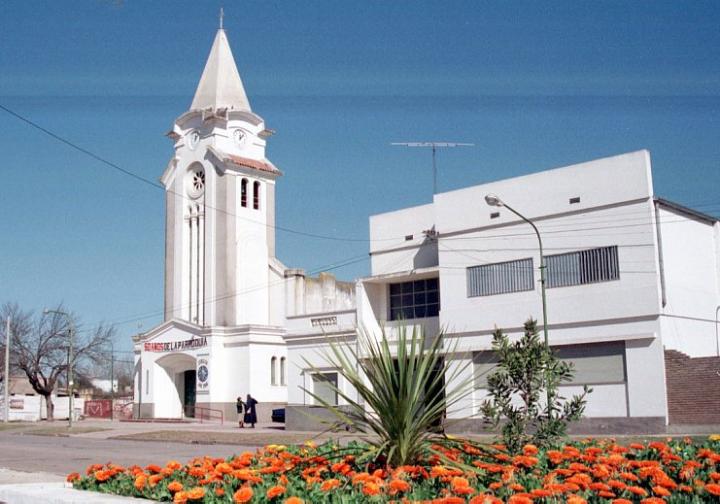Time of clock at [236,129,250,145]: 12:07
